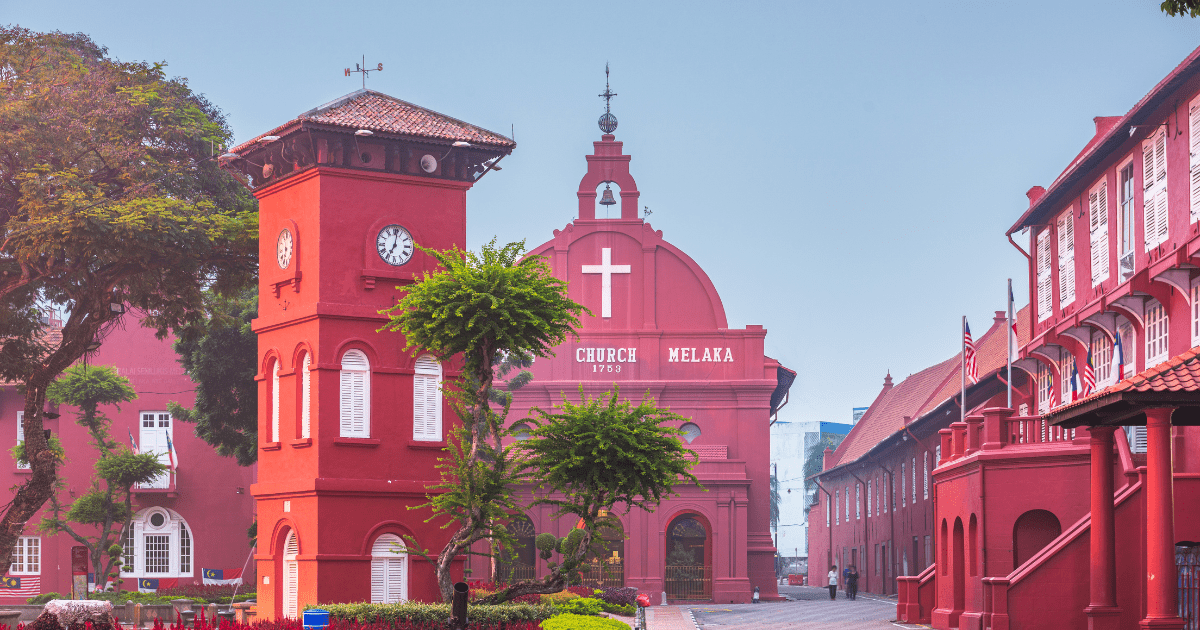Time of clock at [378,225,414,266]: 7:01
